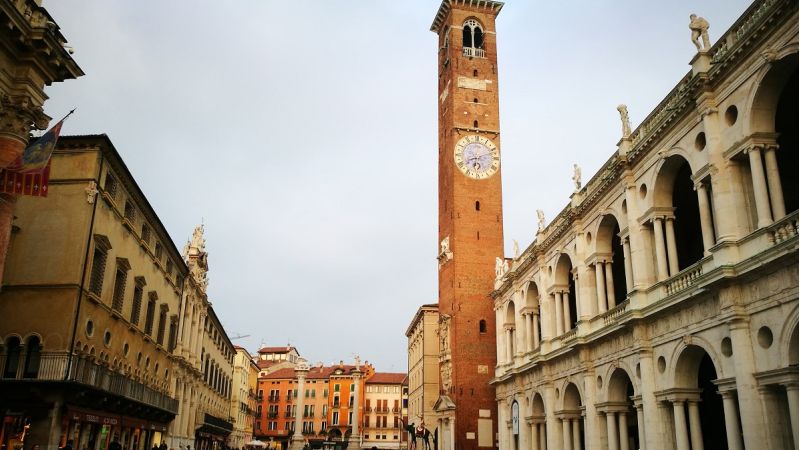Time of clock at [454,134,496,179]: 6:11
